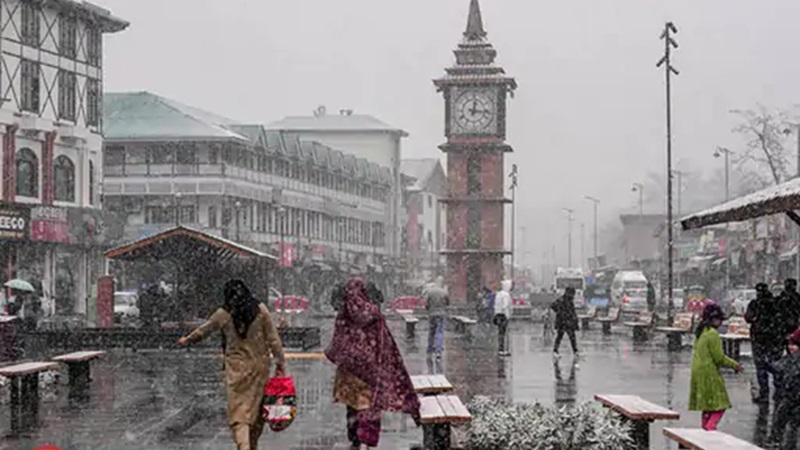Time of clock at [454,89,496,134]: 12:16
